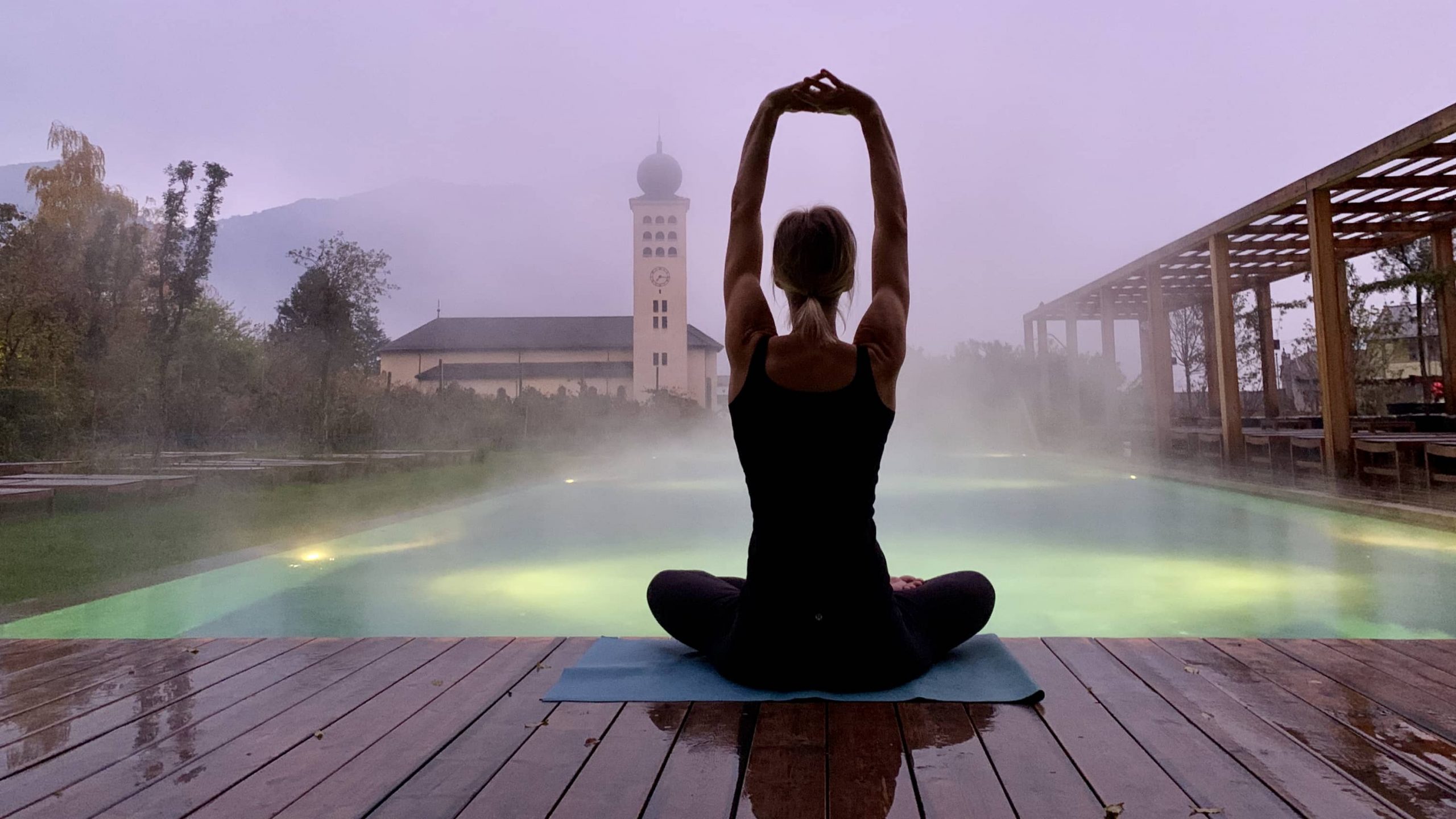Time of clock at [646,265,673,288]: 7:16
